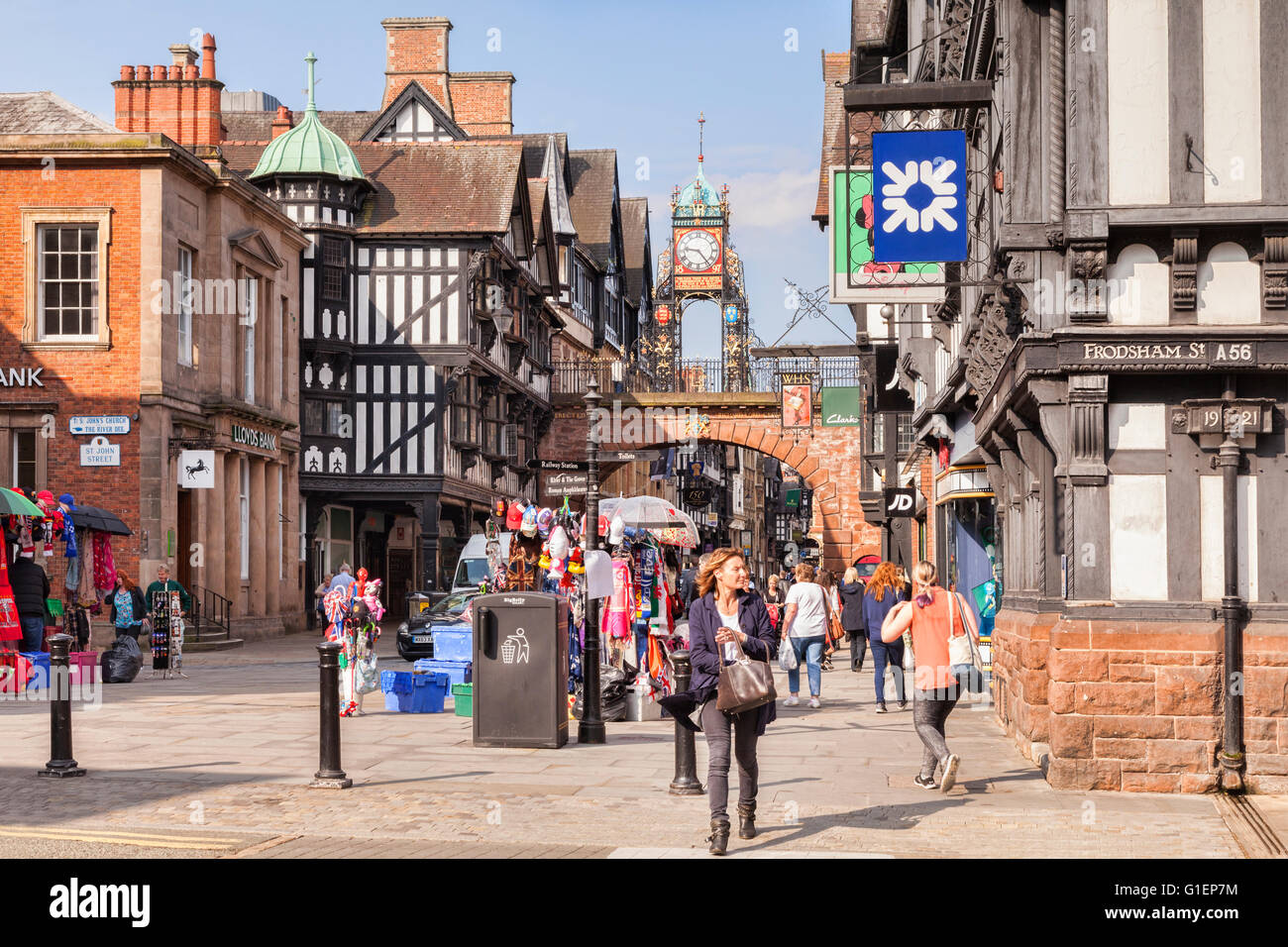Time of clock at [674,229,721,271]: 9:23
